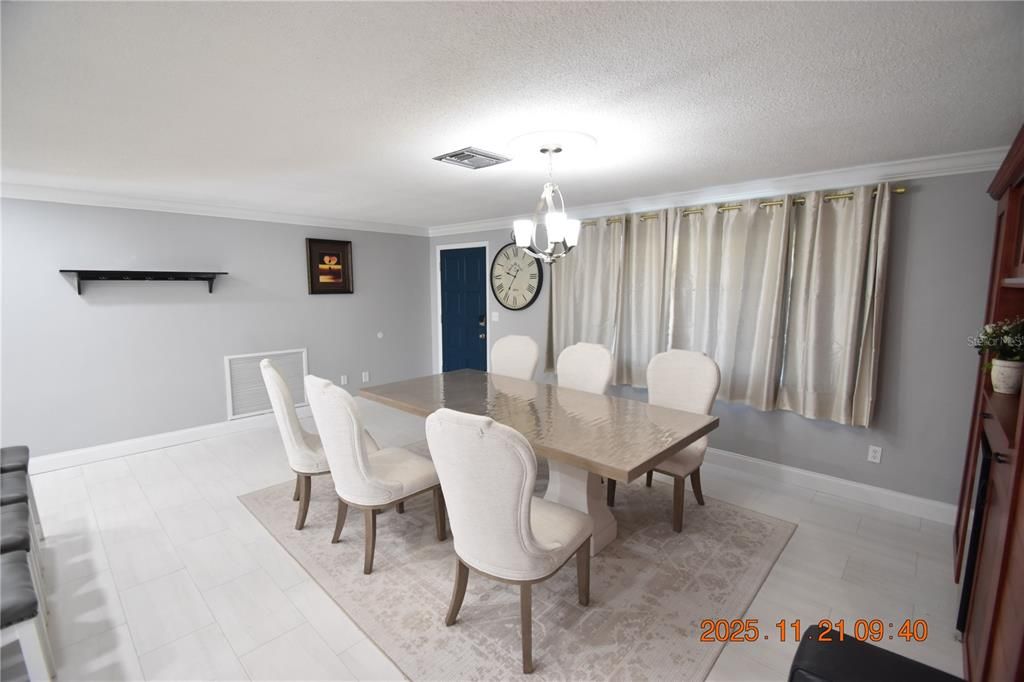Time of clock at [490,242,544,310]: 9:35
